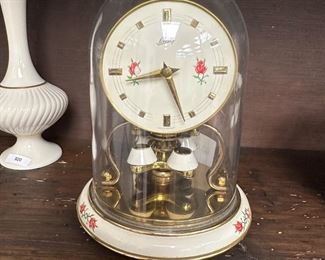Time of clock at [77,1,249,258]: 8:26
